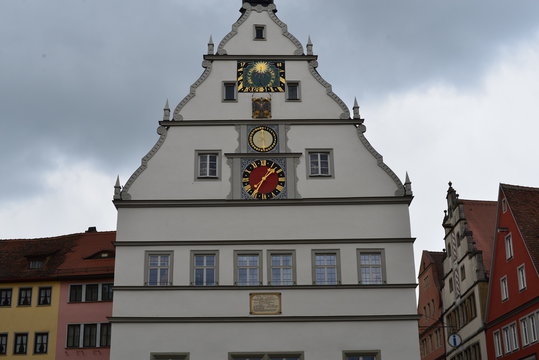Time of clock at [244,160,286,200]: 1:35
